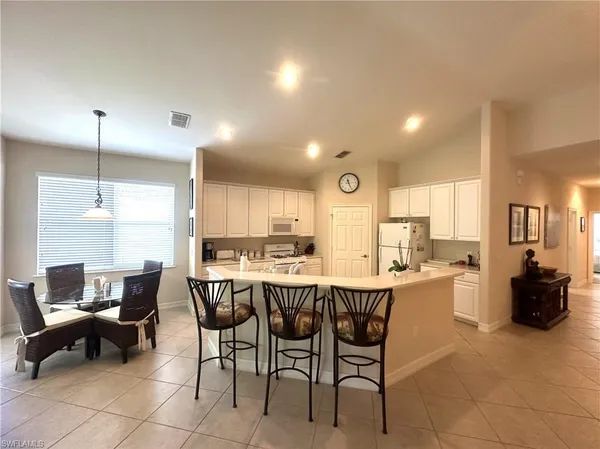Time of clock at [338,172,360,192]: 11:25
